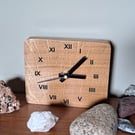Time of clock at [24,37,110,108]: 3:07
